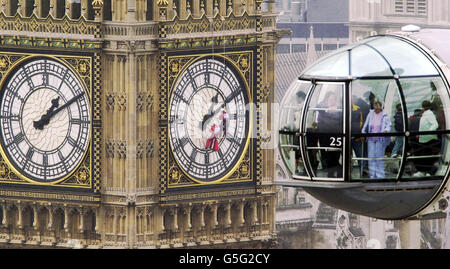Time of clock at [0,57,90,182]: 1:09
